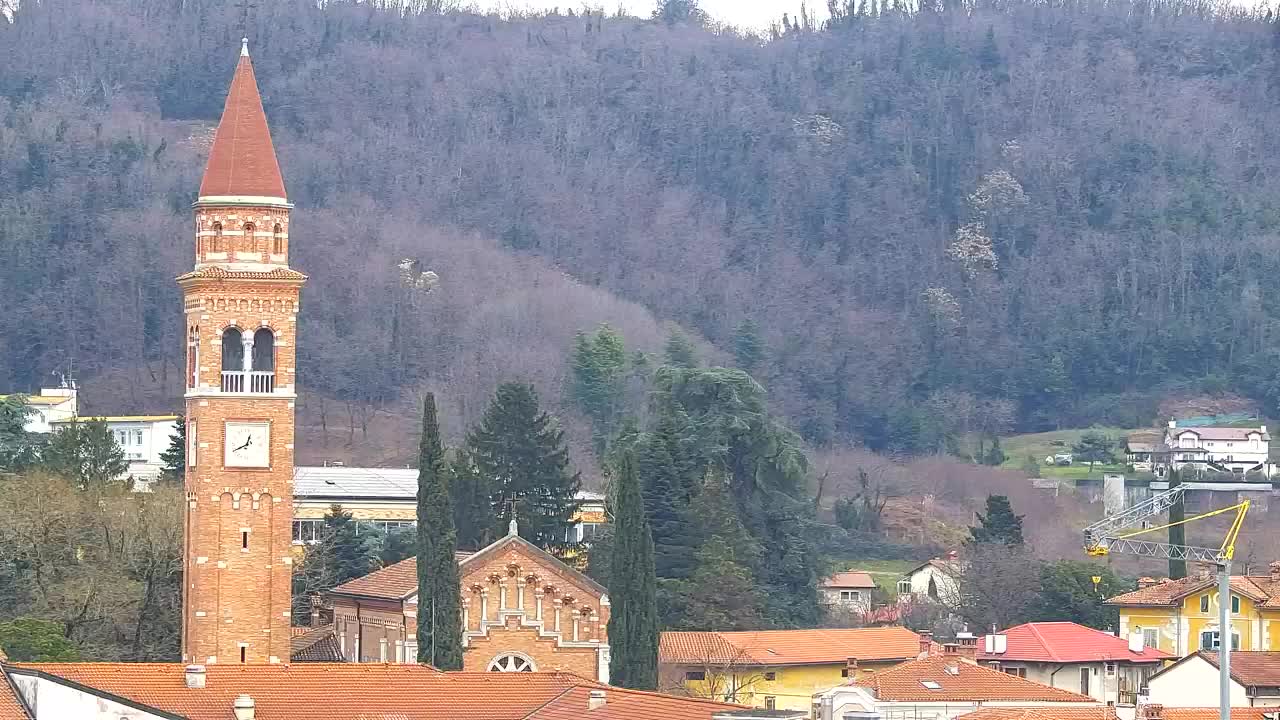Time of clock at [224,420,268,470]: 12:40
